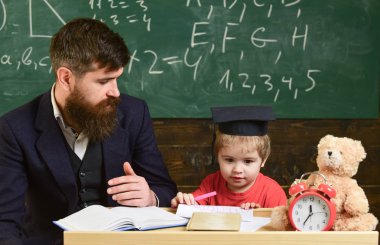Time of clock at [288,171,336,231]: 11:35
